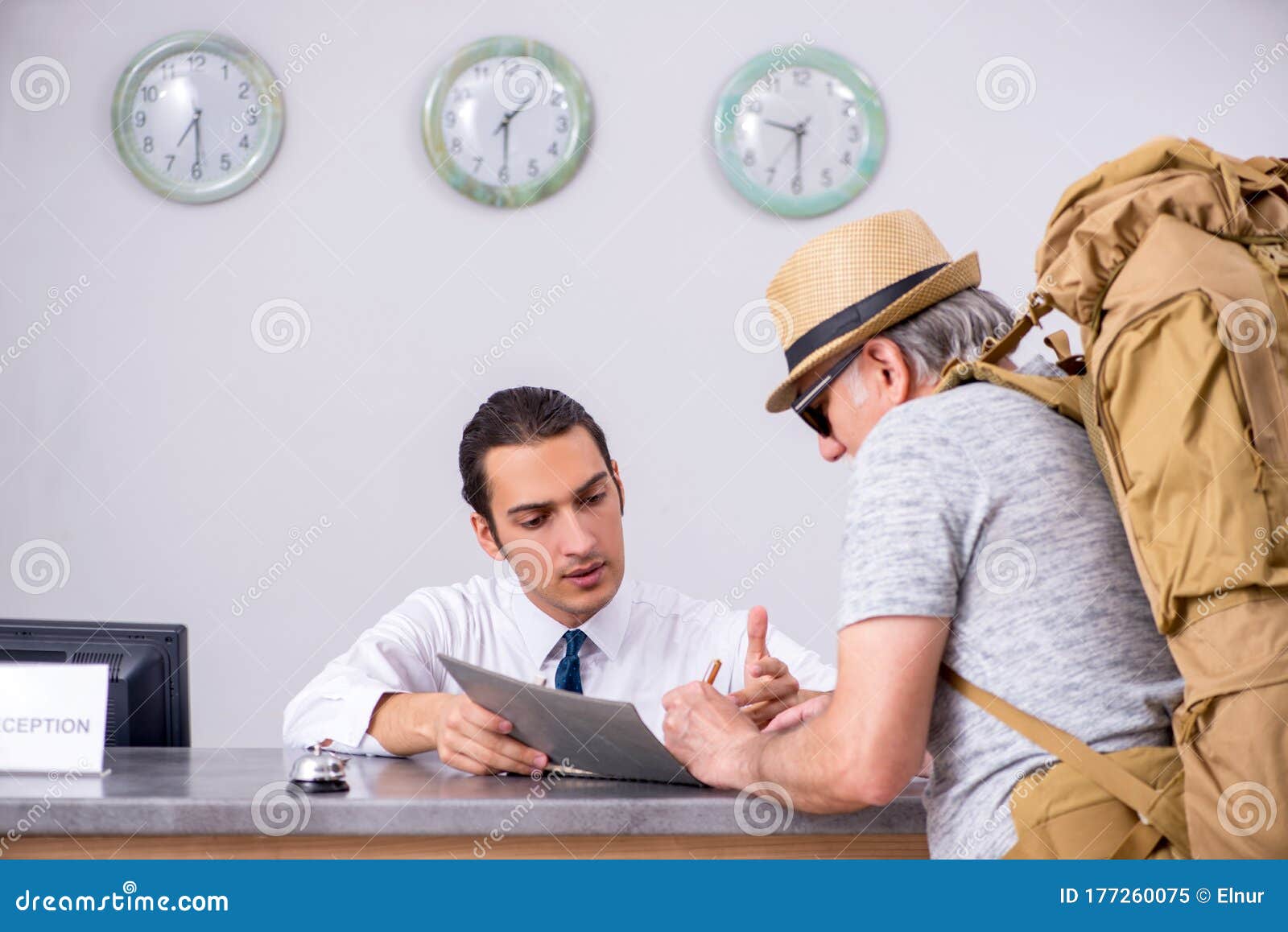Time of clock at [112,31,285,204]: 6:29
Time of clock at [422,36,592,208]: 1:29
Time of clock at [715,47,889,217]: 9:29
